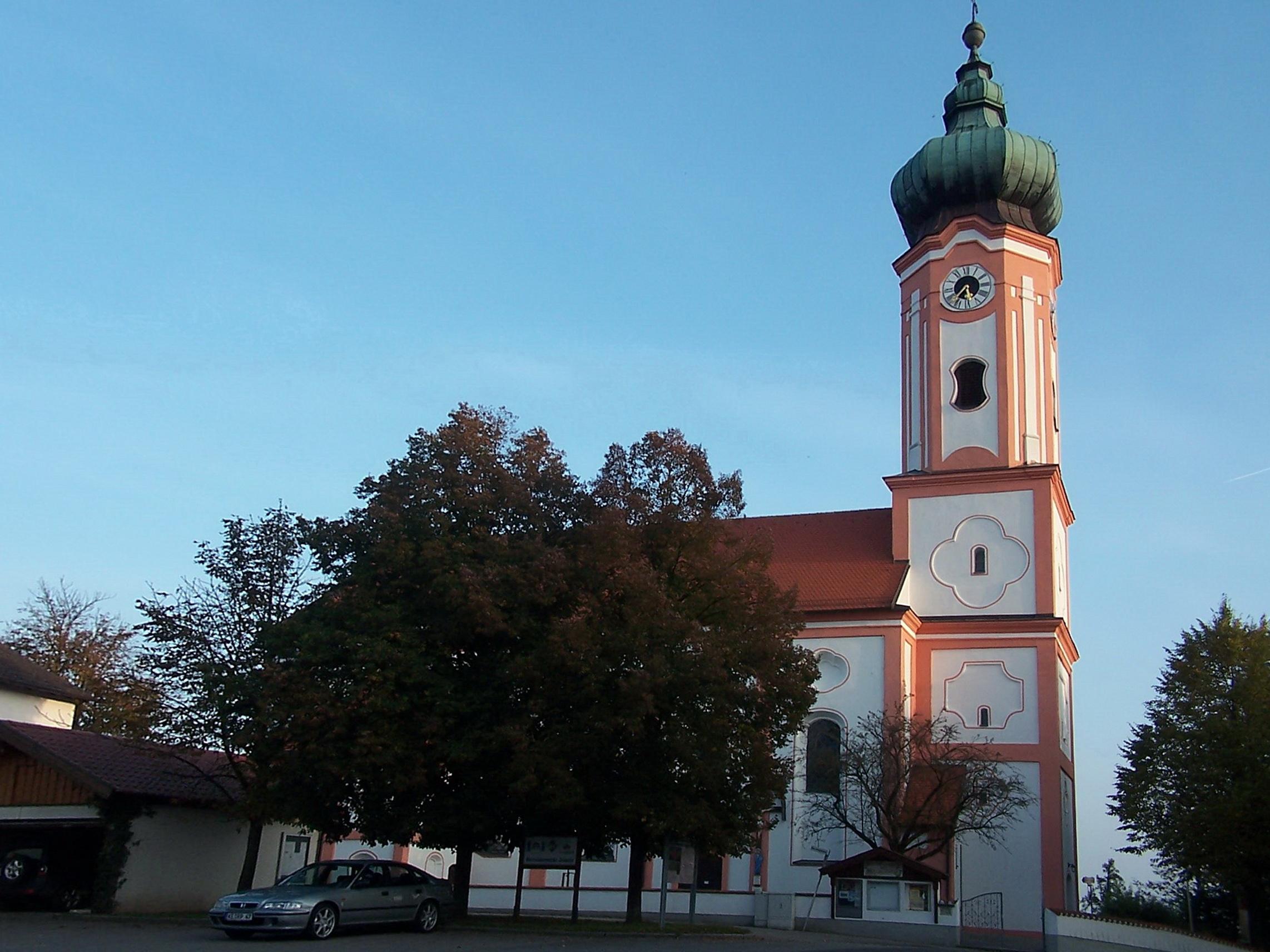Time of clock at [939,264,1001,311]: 5:36
